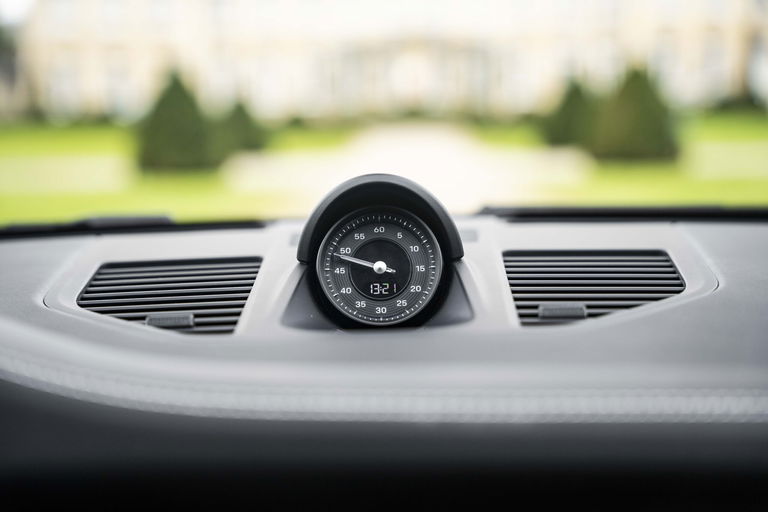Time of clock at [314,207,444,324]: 9:48
